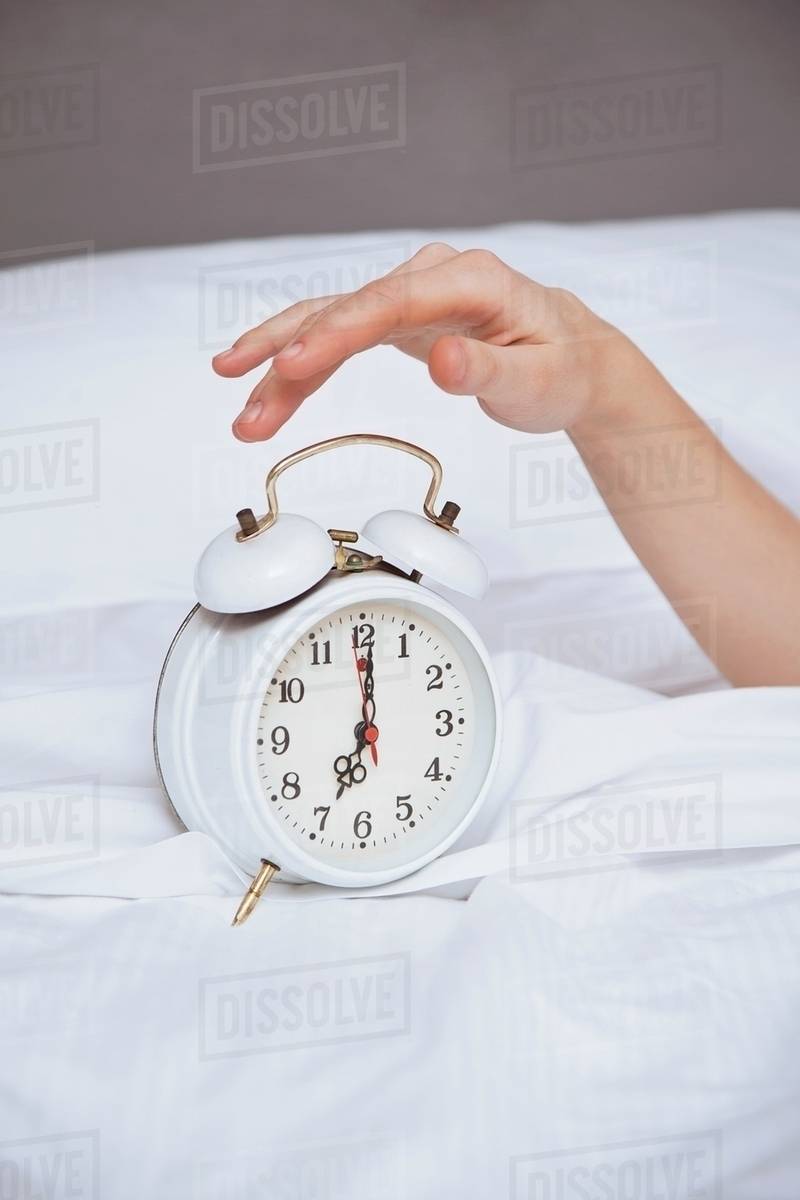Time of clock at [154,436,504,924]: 7:00
